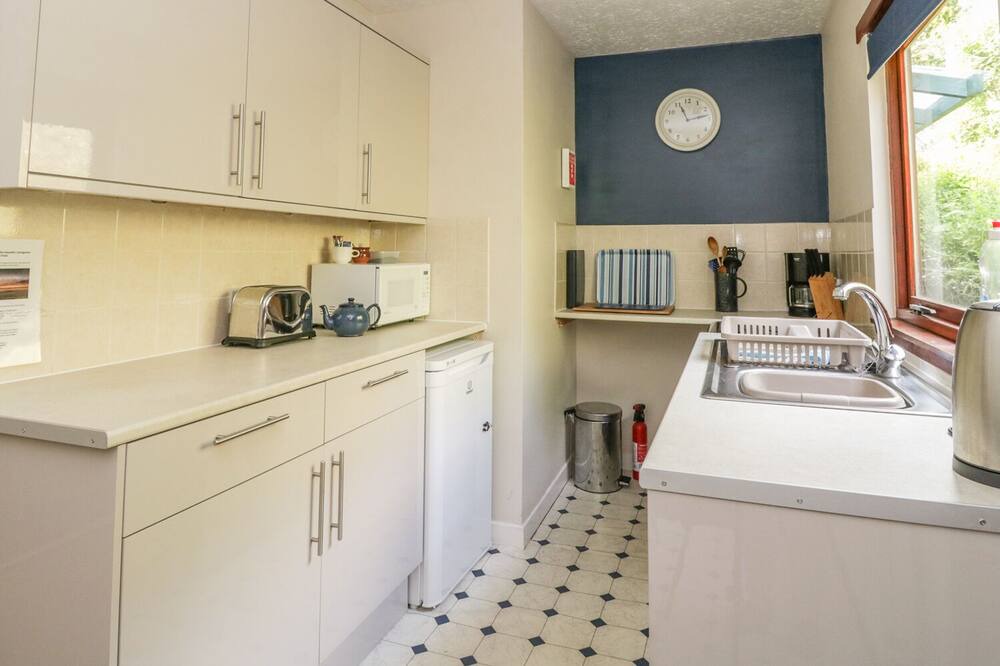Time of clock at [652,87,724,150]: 11:13
